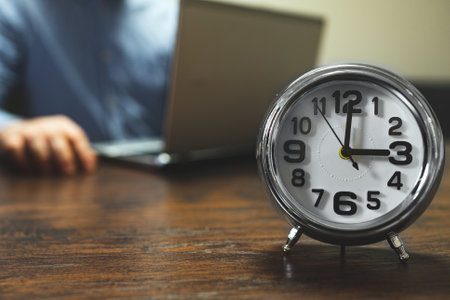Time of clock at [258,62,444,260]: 3:00
